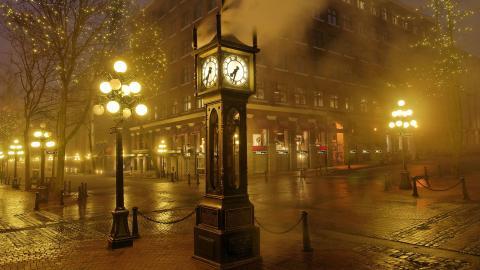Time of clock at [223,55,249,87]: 7:32
